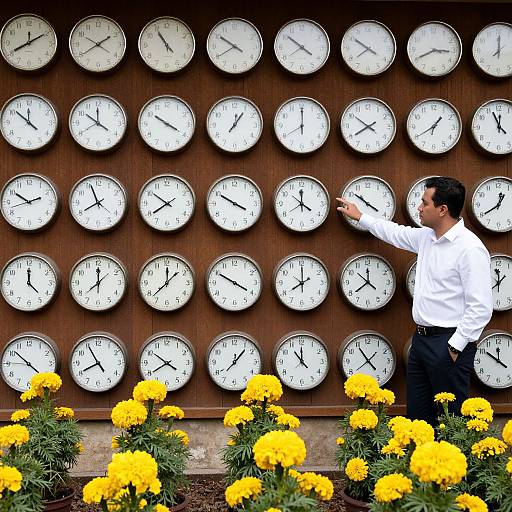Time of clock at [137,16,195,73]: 10:54
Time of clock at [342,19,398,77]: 7:50
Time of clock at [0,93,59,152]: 11:51
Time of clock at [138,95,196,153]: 3:50
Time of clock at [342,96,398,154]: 7:50
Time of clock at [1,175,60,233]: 10:11
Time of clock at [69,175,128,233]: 7:56
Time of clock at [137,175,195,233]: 7:50
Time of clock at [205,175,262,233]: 3:50
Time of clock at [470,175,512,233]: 12:39
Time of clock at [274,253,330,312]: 7:59
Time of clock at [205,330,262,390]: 12:07
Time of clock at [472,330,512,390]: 11:50
